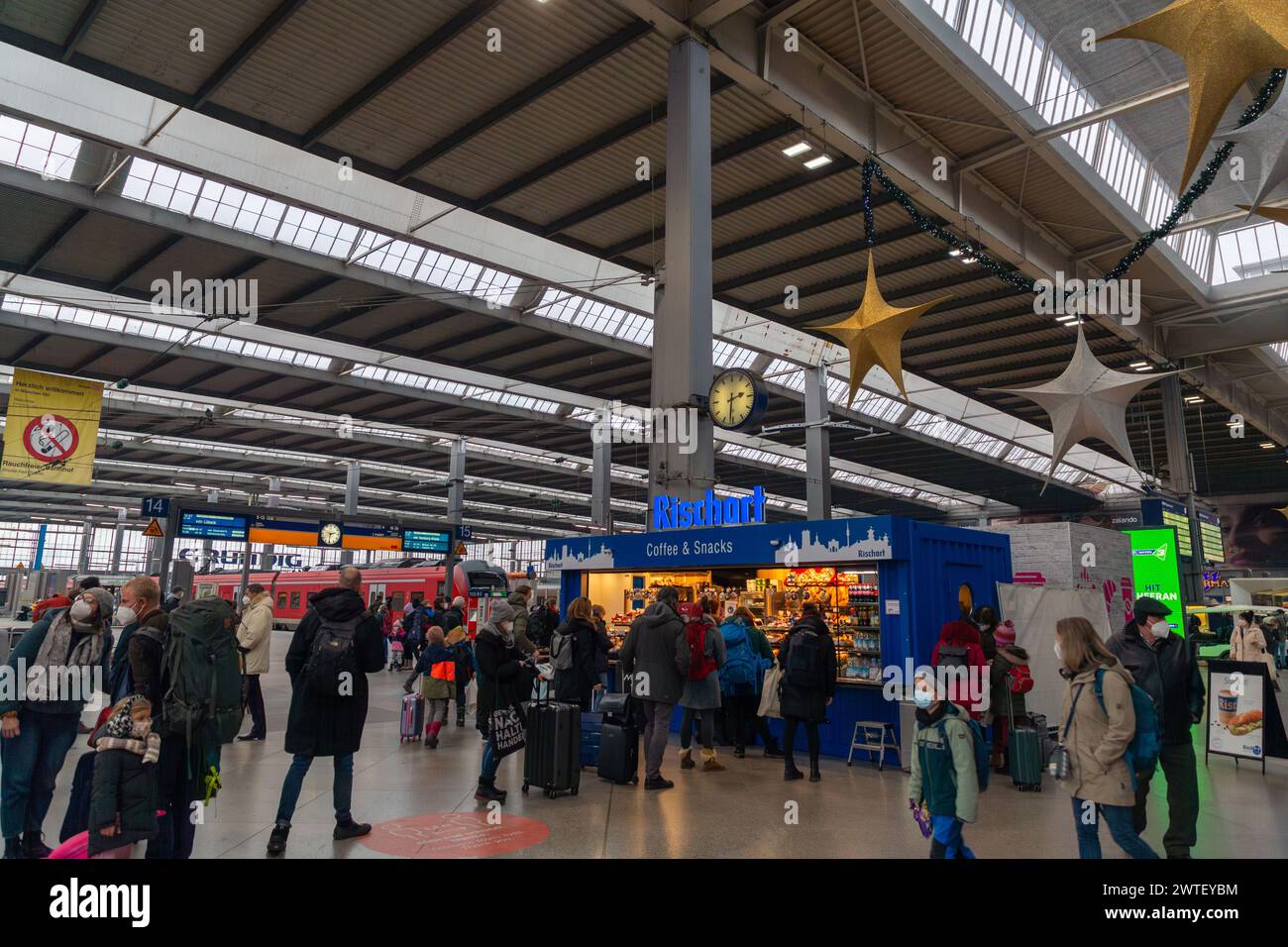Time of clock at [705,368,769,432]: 2:31
